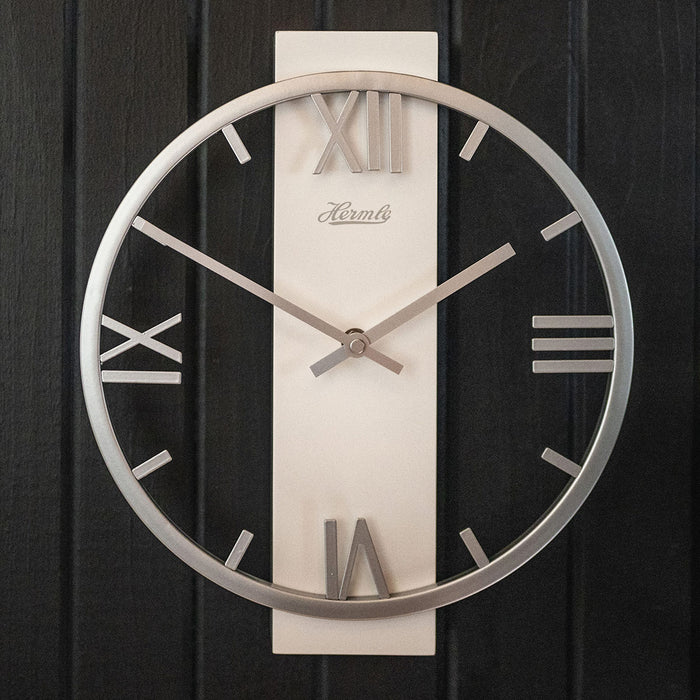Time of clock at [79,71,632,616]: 1:50
